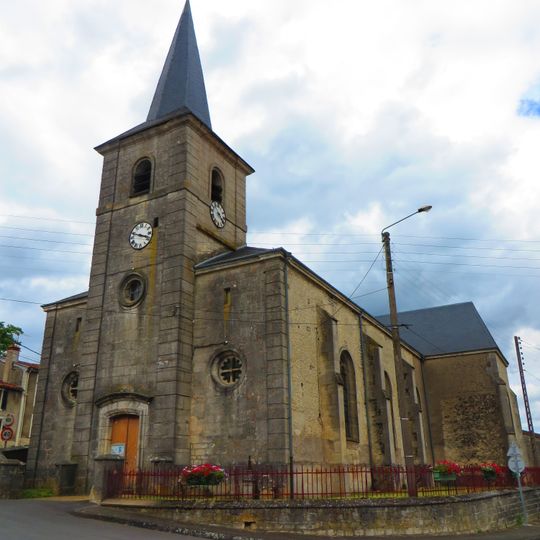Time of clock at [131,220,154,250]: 3:48
